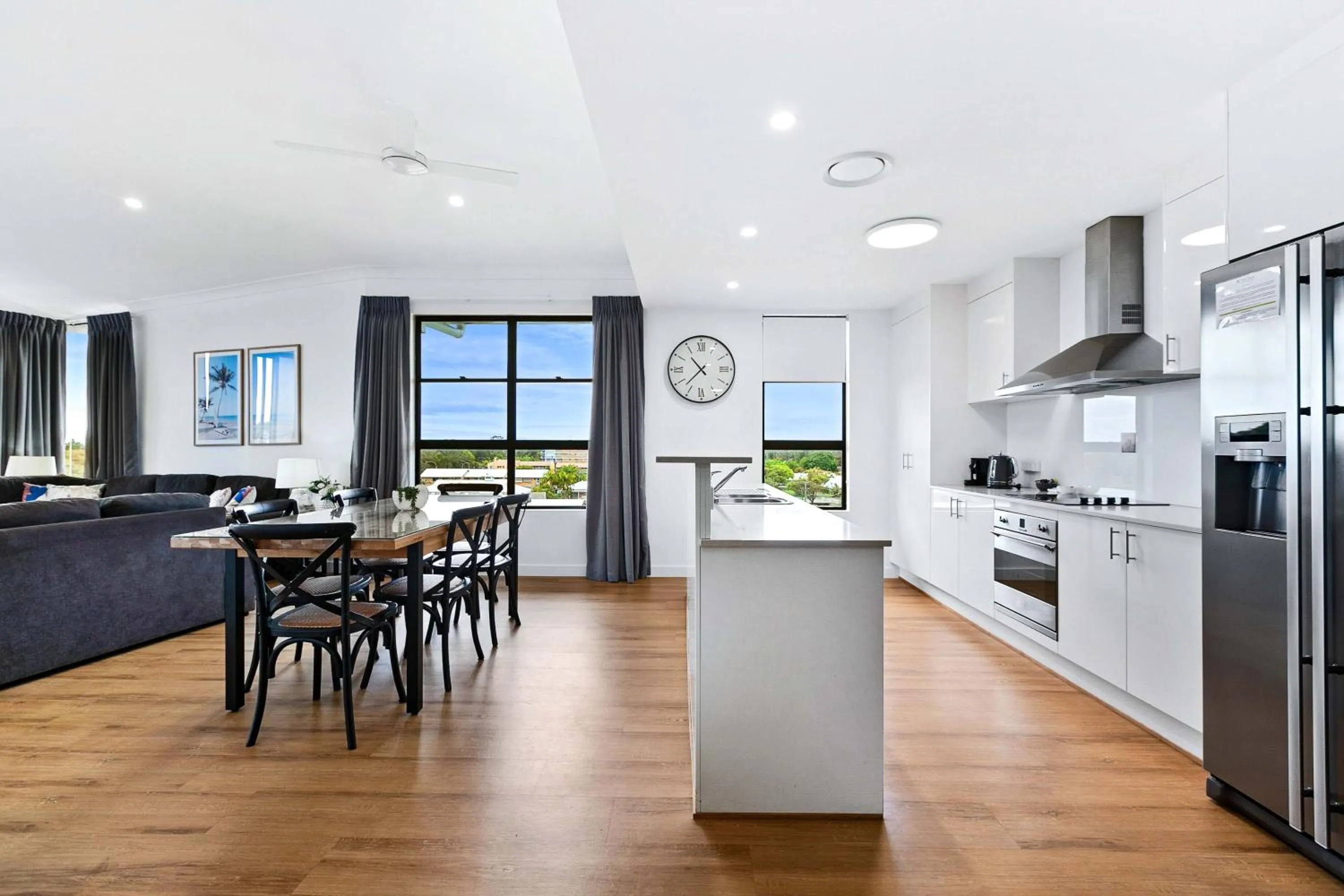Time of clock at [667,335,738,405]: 10:37
